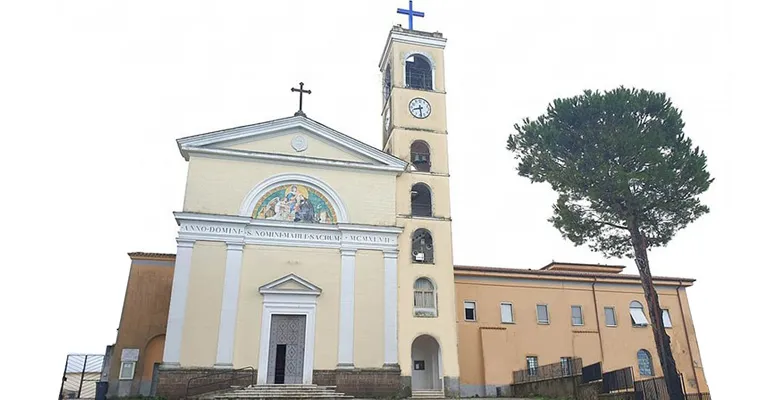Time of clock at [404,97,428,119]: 8:29
